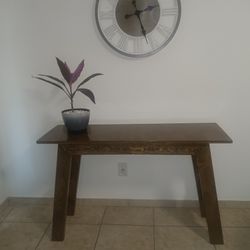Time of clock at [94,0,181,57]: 8:26
